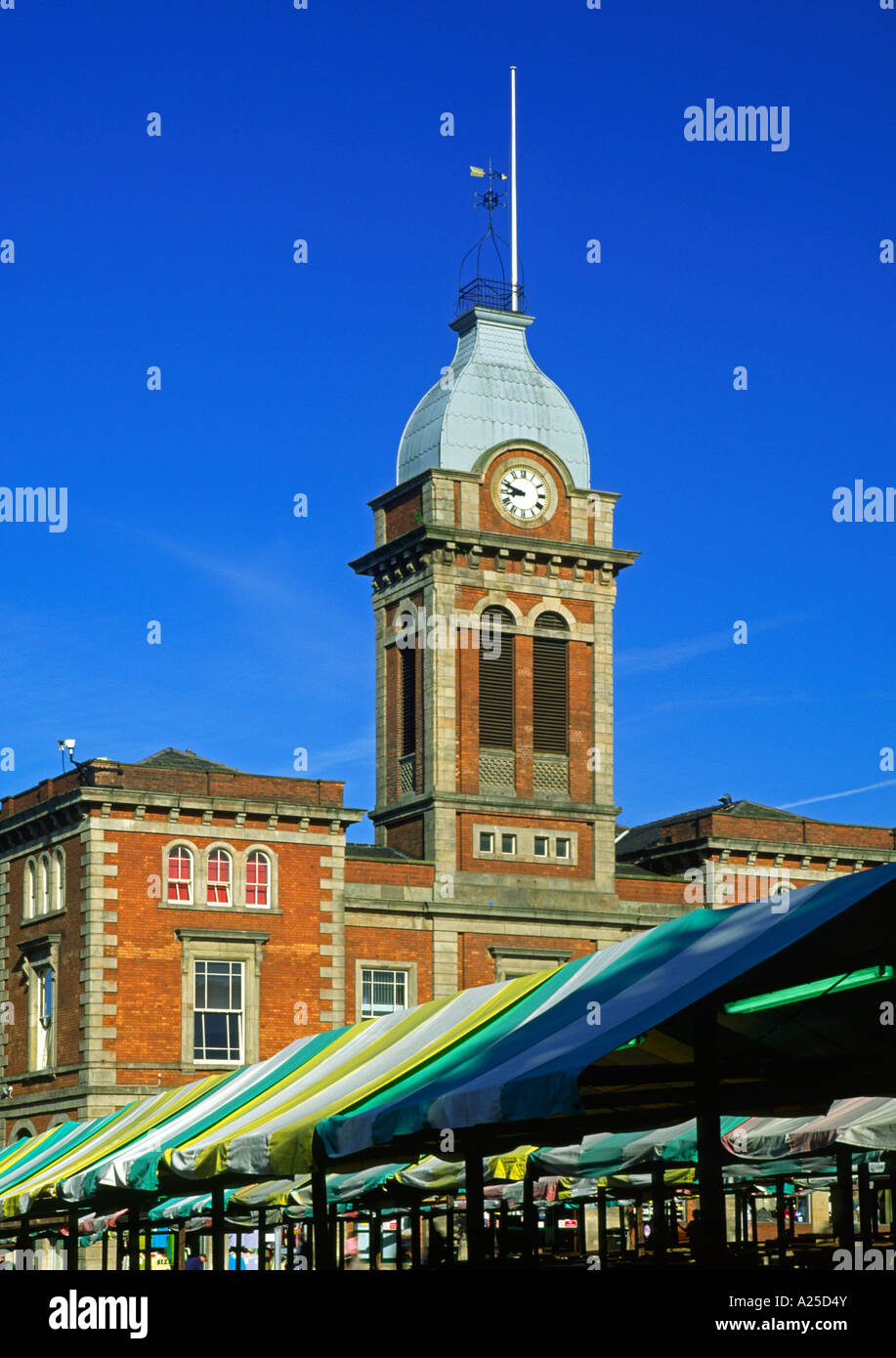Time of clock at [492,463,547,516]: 8:48
